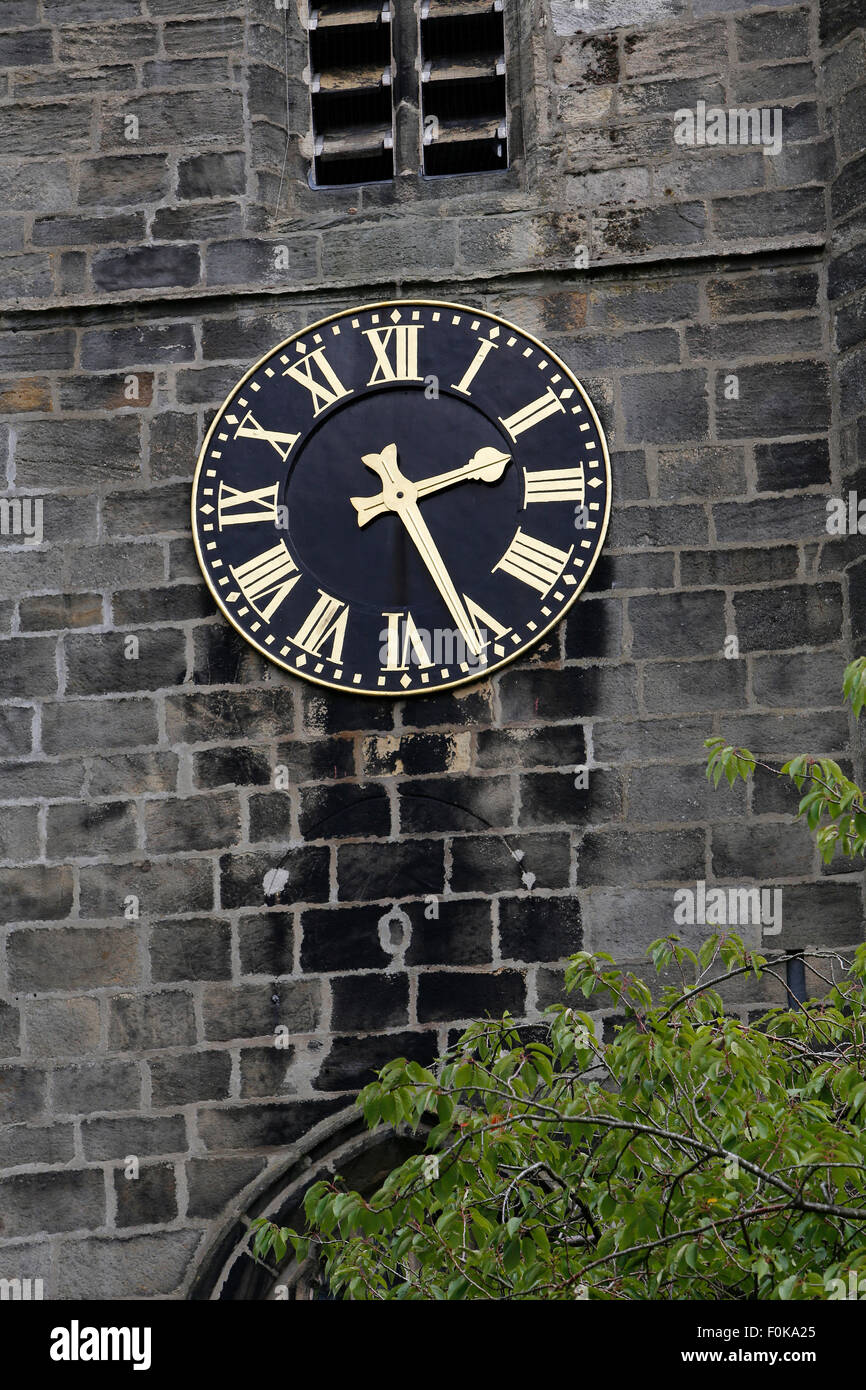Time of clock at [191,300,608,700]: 2:26
